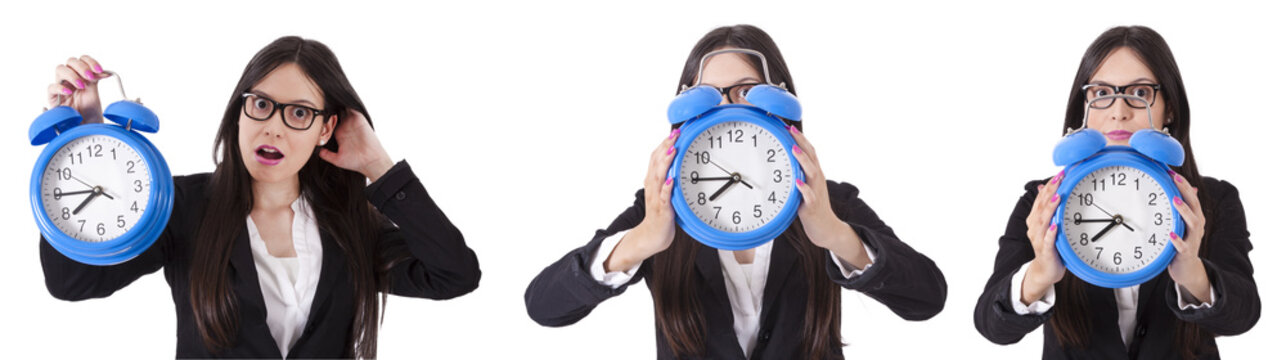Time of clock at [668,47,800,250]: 7:44
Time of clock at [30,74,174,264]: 7:44
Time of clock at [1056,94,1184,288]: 7:44
